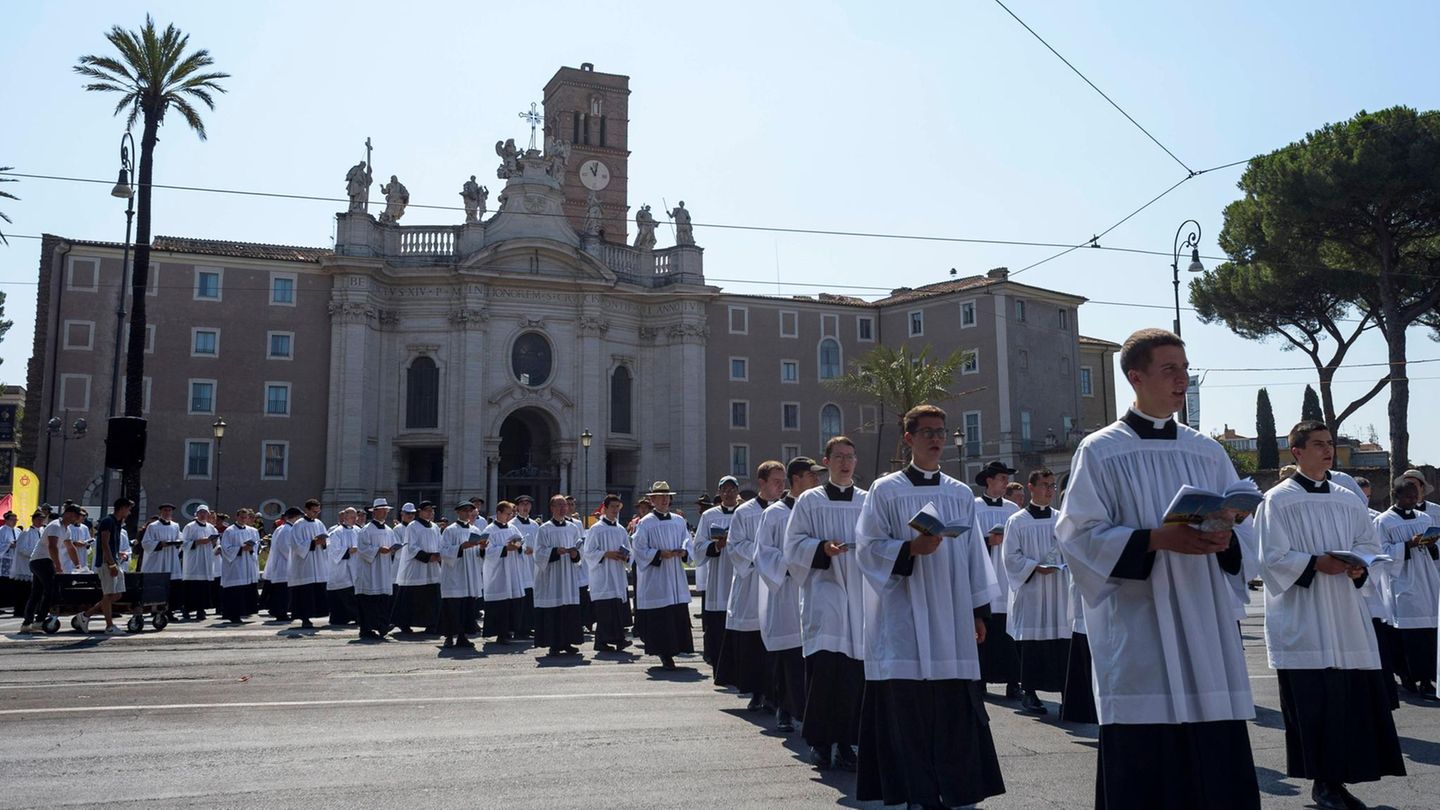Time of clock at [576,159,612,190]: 11:02
